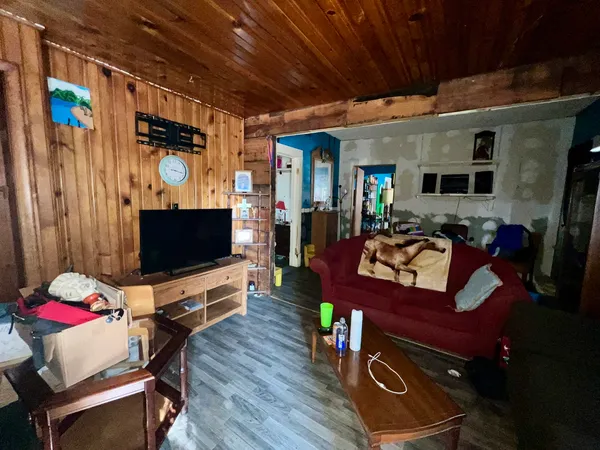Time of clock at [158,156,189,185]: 3:17
